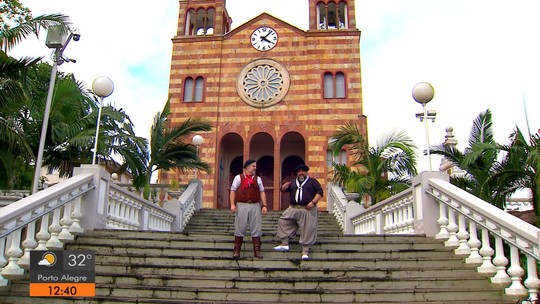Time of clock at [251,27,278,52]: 4:07
